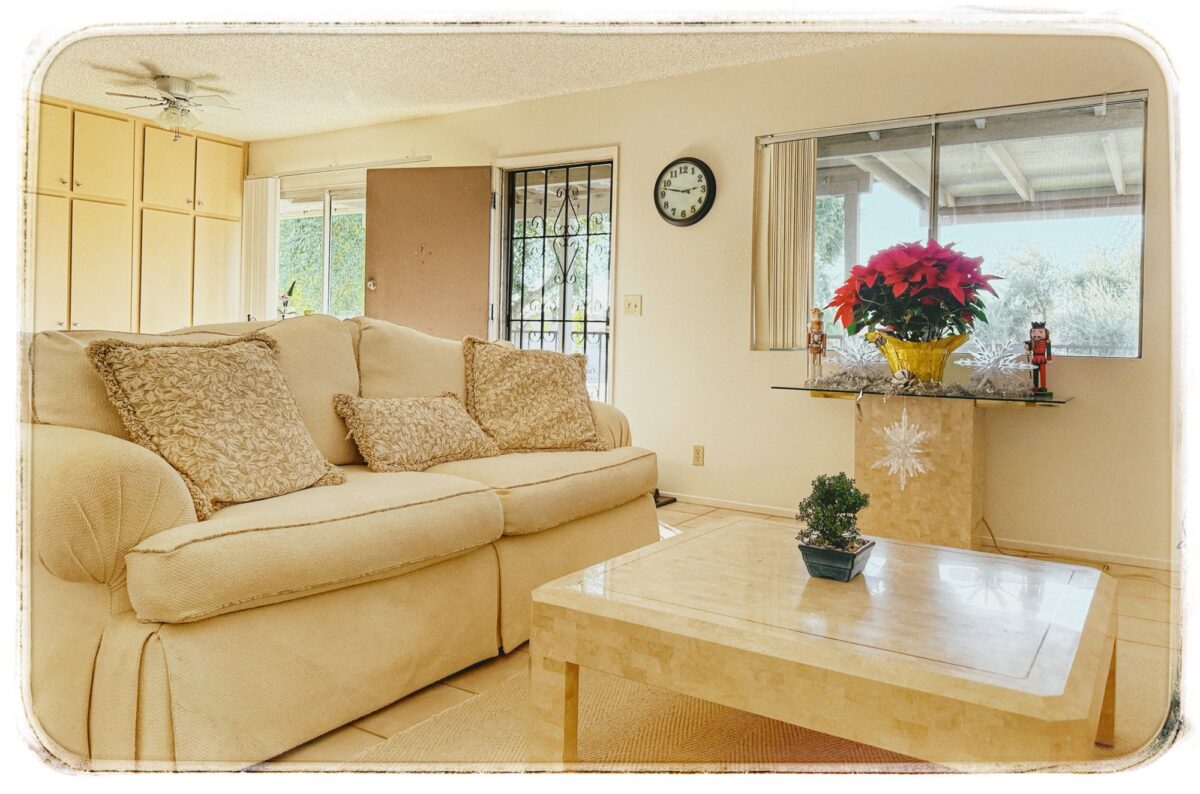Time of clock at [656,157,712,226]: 2:47
